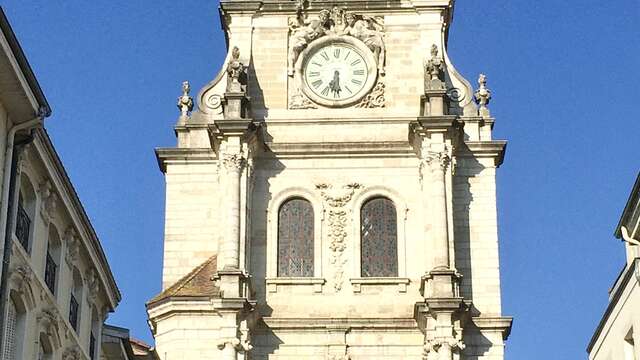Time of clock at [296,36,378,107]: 6:29
